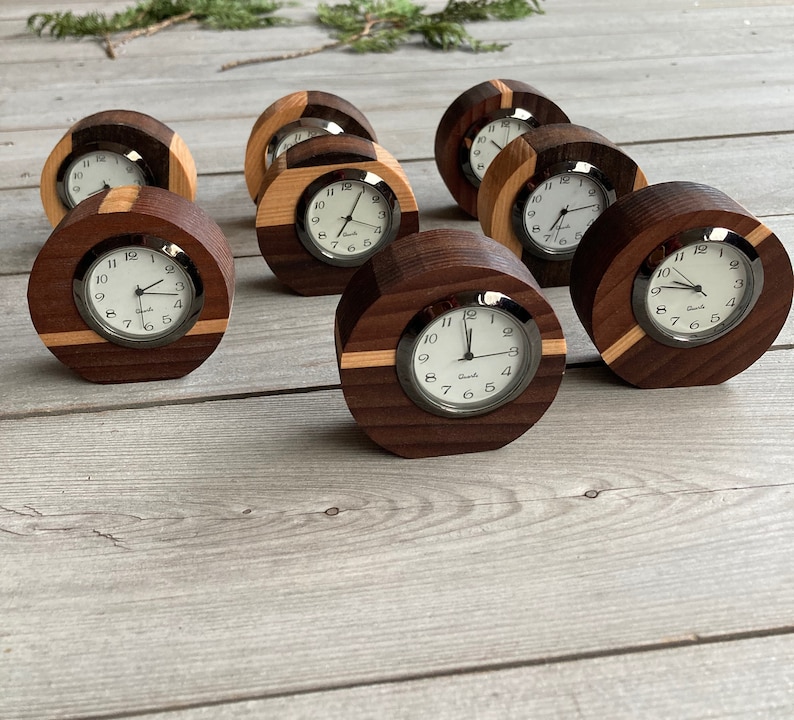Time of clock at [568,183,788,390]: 9:46
